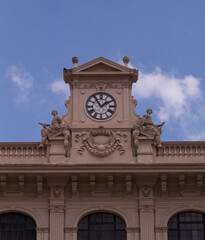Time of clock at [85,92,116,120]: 1:54
